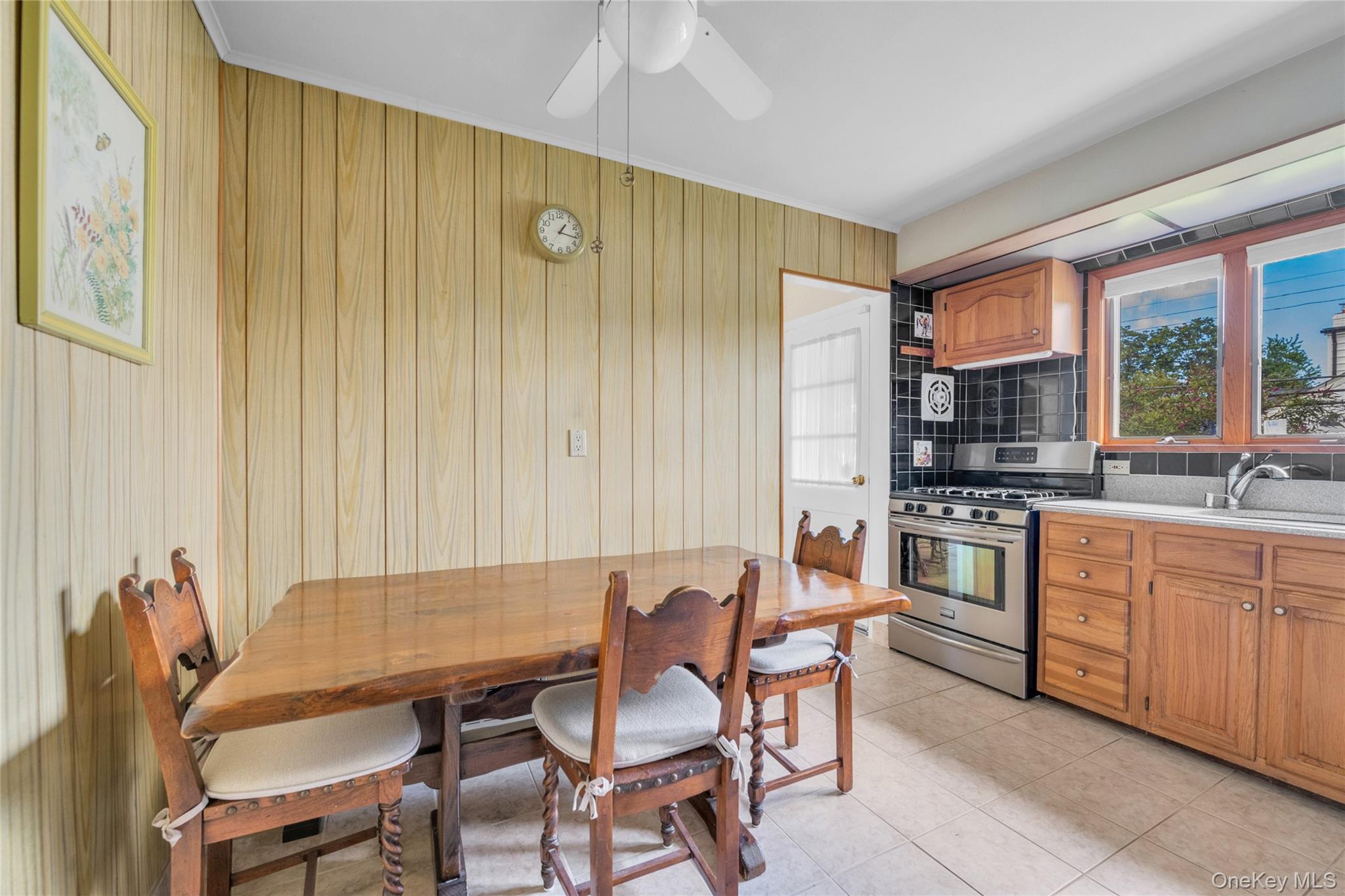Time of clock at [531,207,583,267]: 1:16
